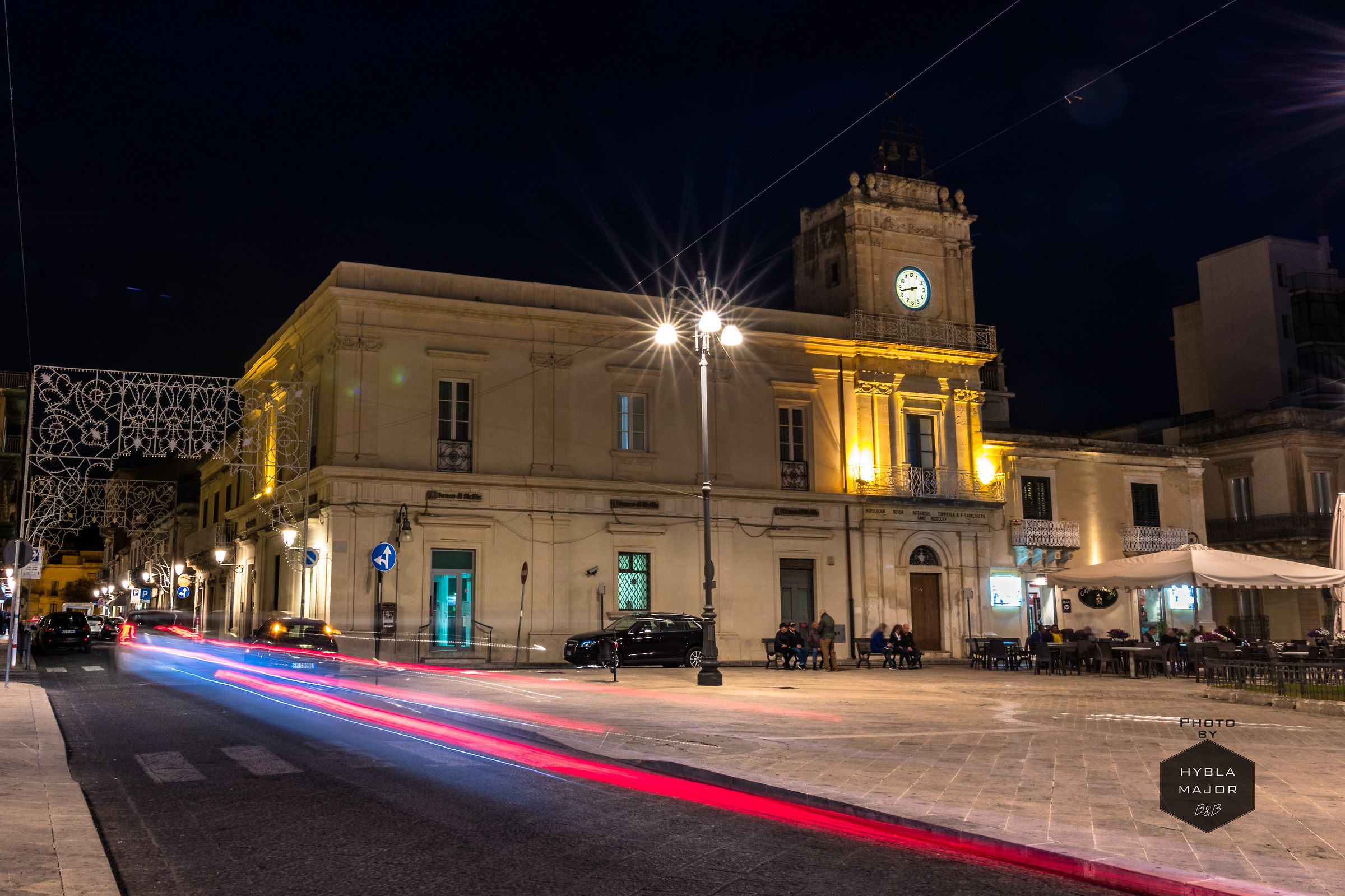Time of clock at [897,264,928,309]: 8:42
